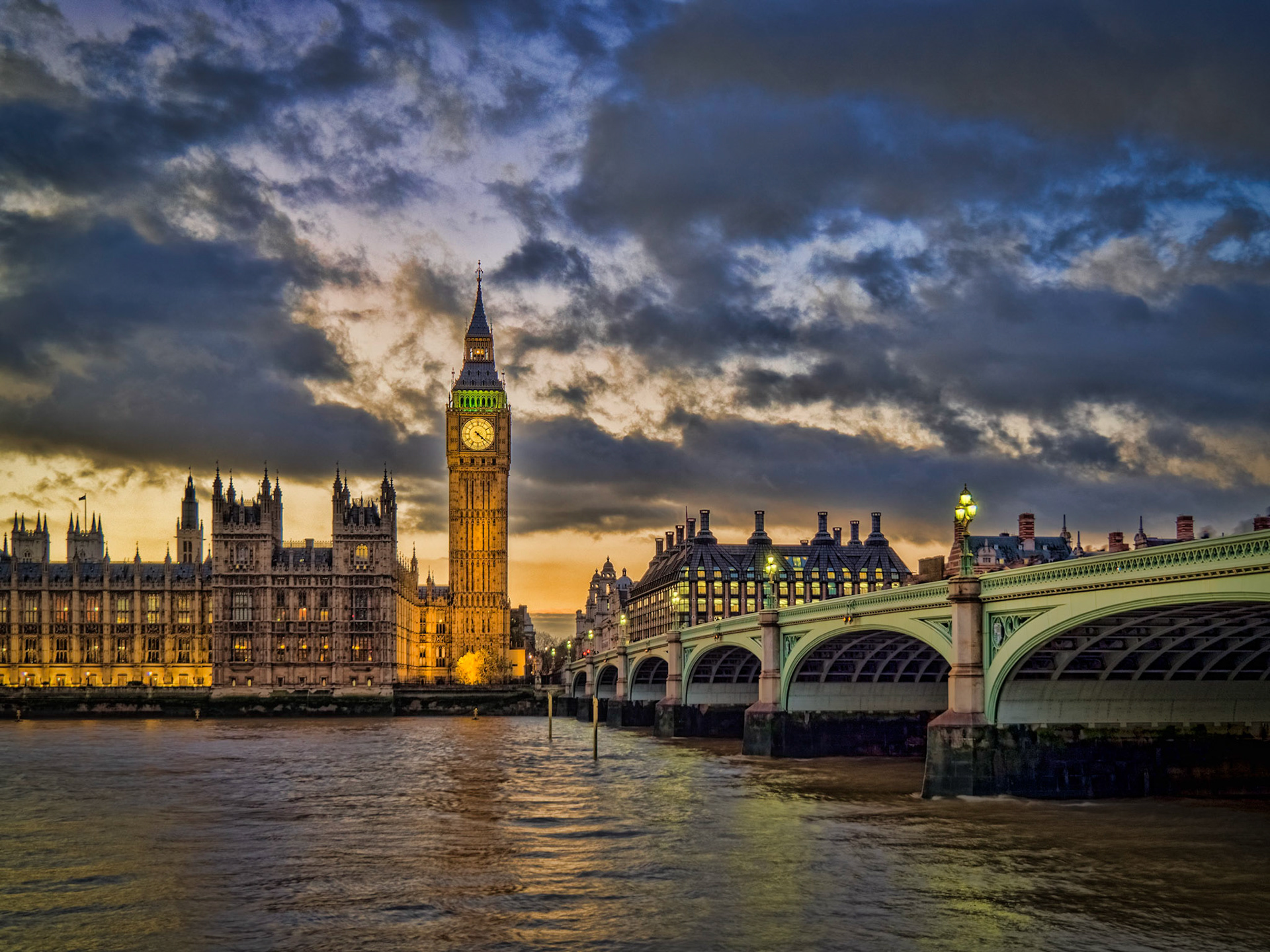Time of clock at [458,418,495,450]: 4:21
